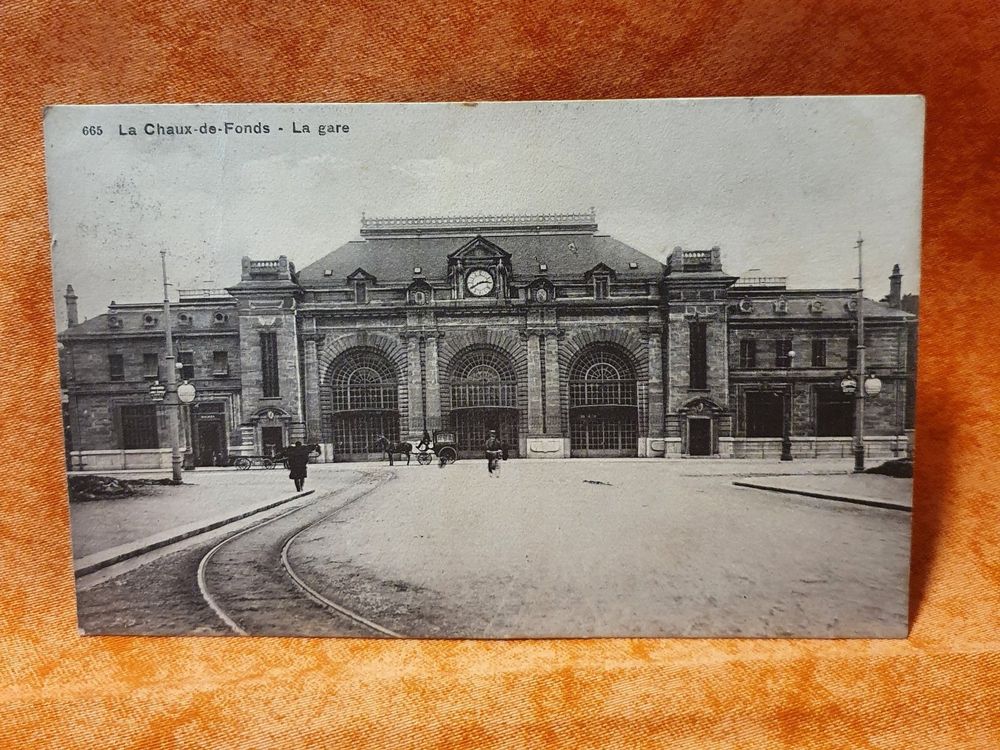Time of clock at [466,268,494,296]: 2:40
